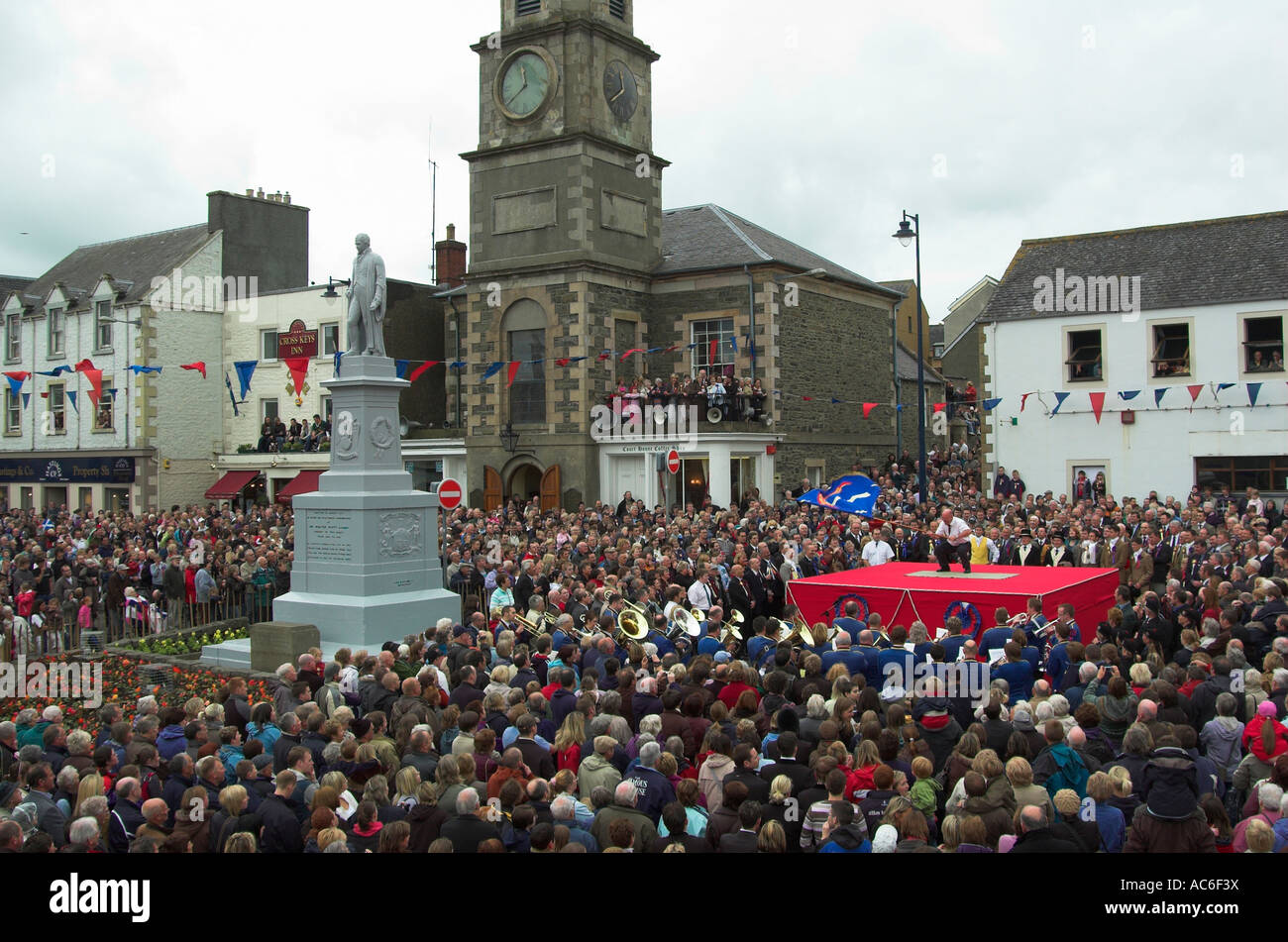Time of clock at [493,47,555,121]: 11:38
